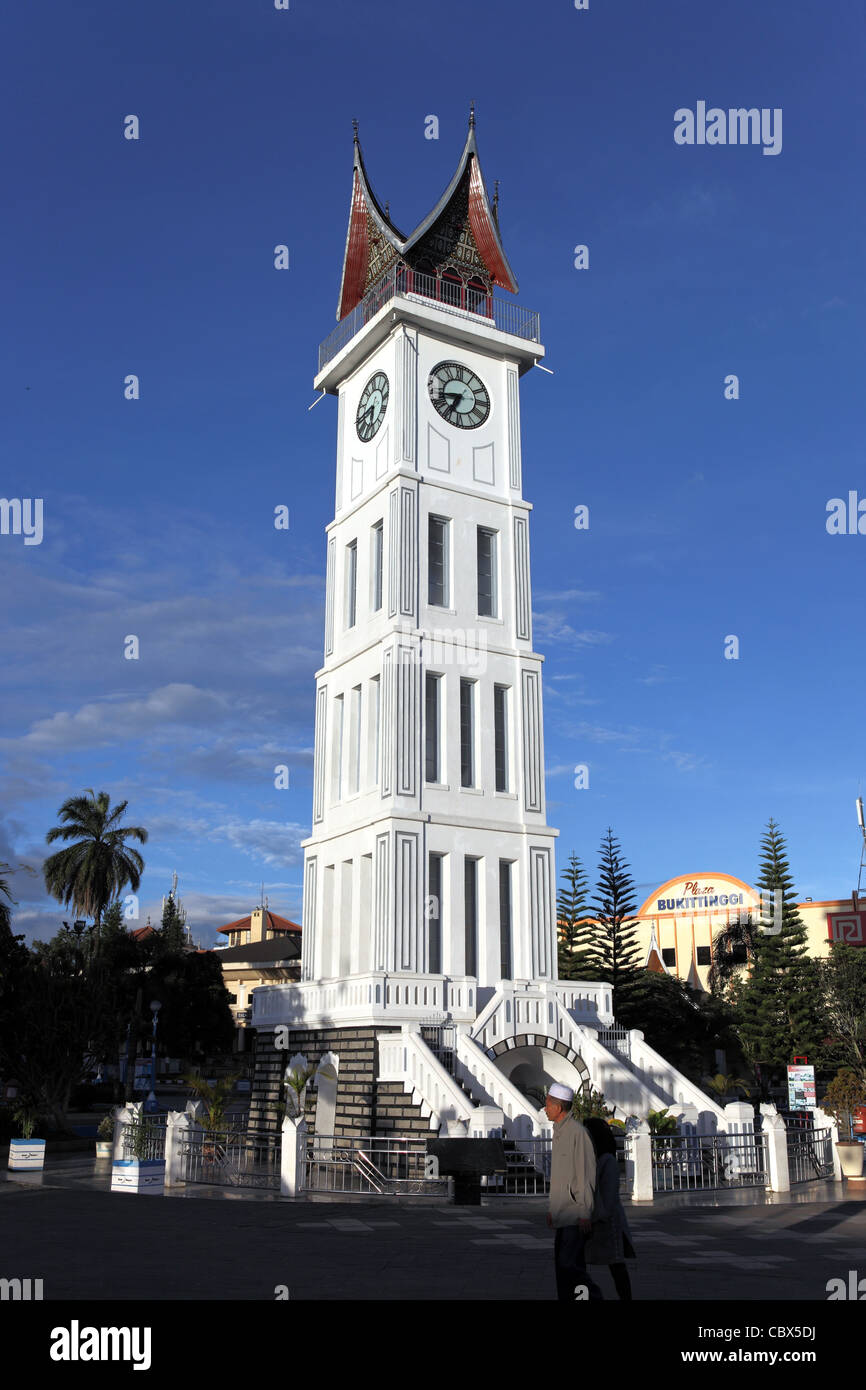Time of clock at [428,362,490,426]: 6:43
